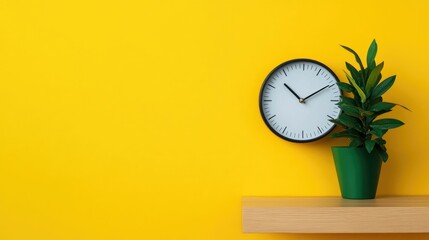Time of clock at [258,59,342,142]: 1:52
